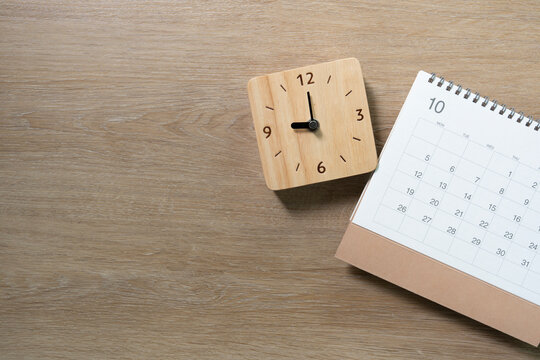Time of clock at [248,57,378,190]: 9:00
